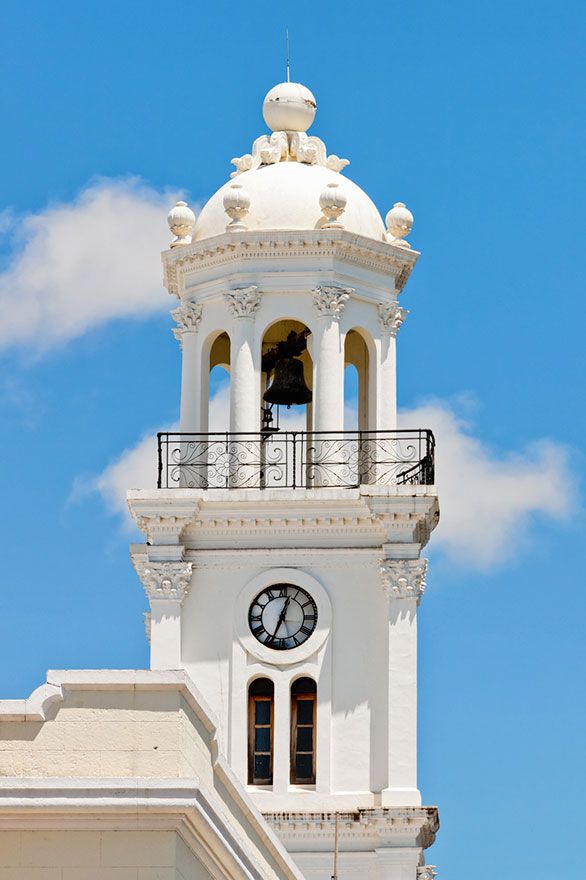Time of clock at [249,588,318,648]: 12:33
